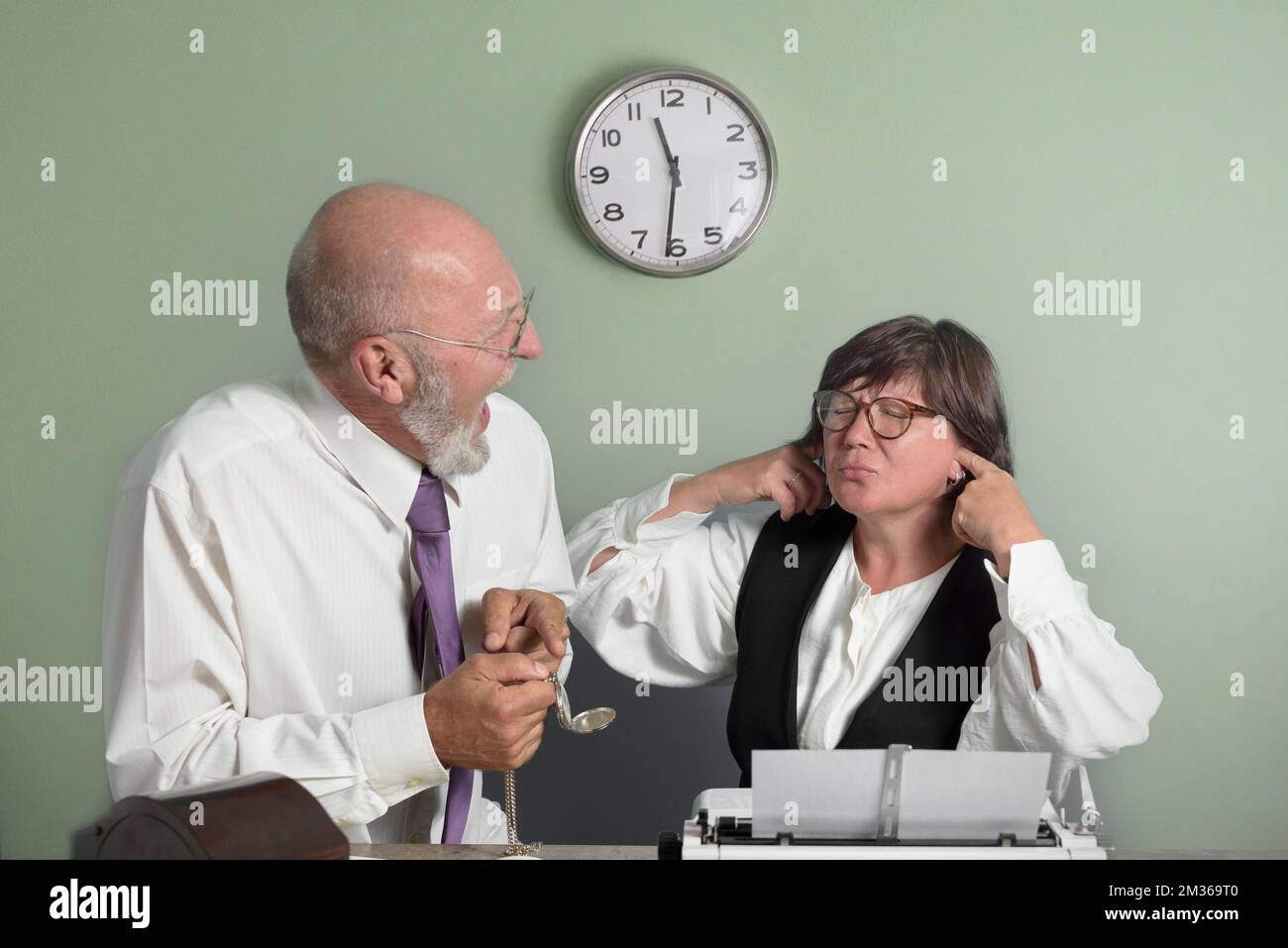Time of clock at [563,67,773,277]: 11:31
